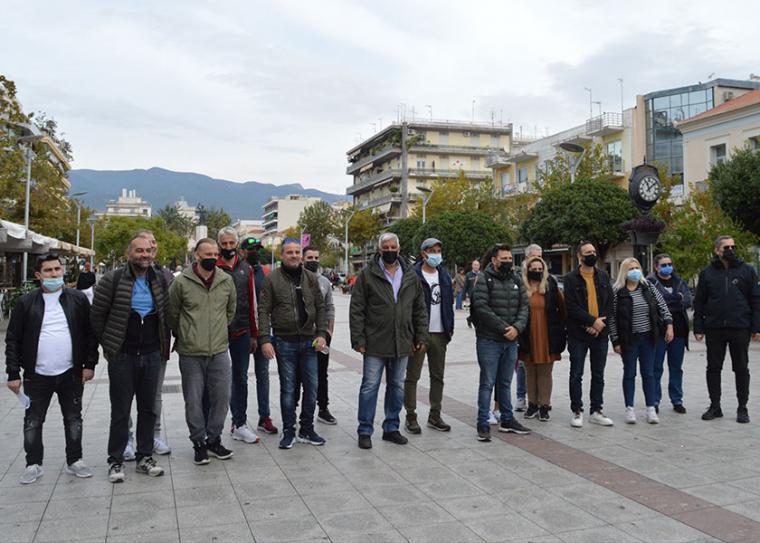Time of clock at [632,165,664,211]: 11:07
